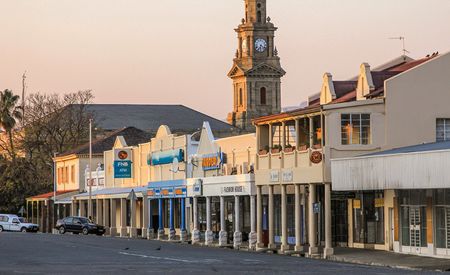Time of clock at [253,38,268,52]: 6:21
